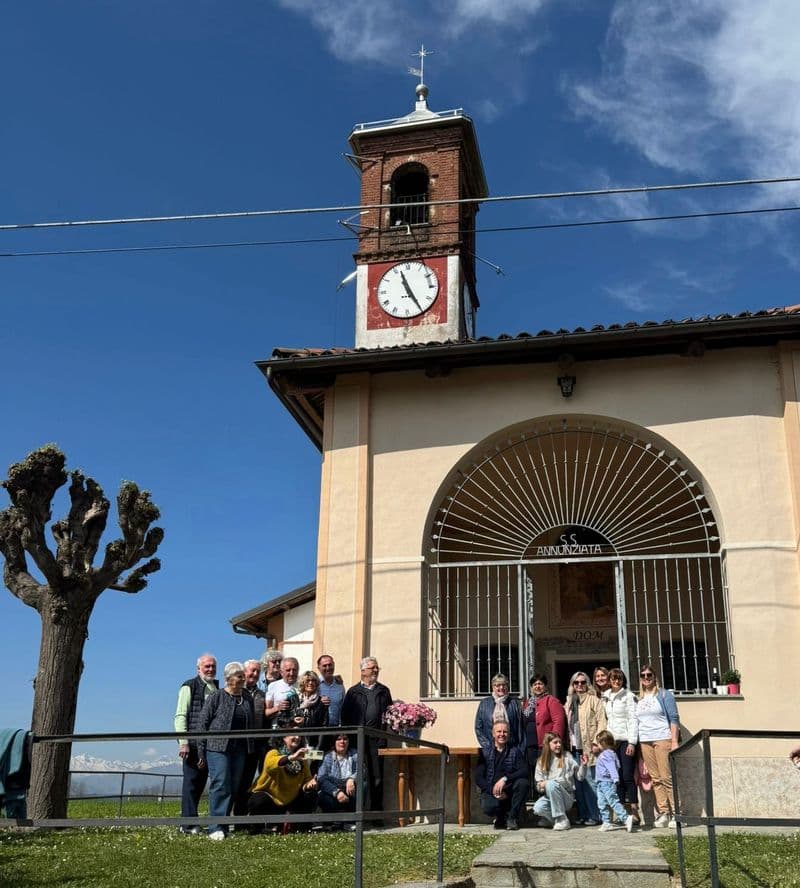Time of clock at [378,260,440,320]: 11:24
